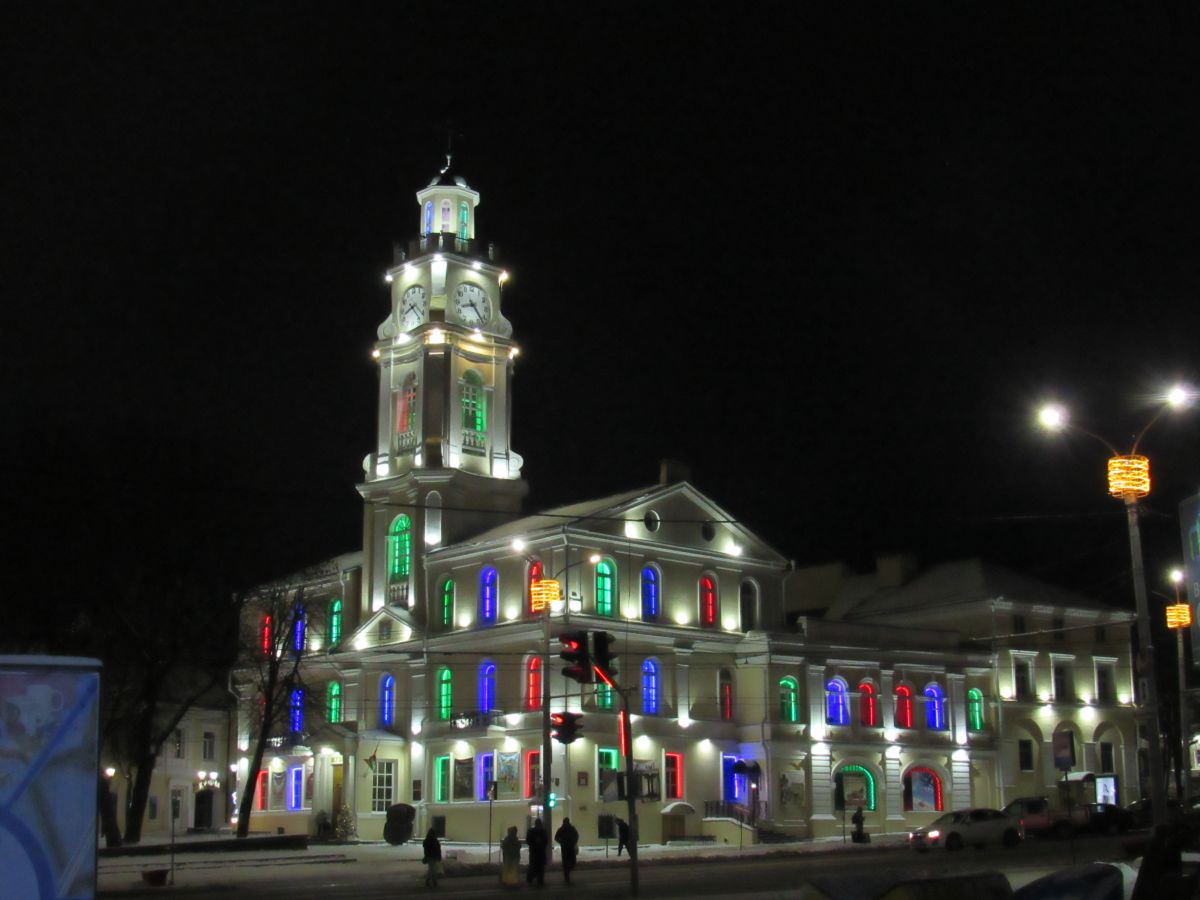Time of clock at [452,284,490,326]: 8:23
